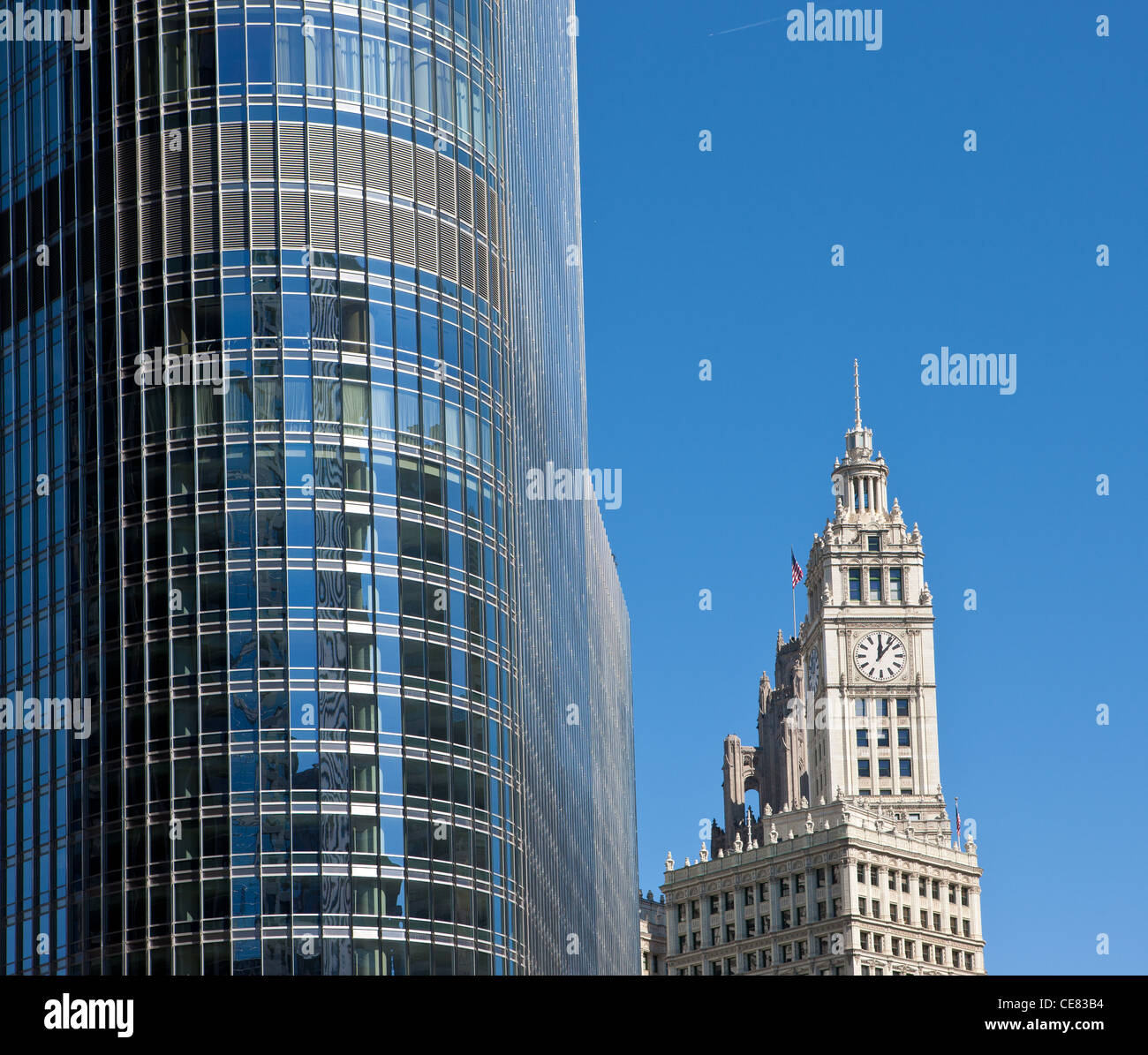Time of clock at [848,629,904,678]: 12:06
